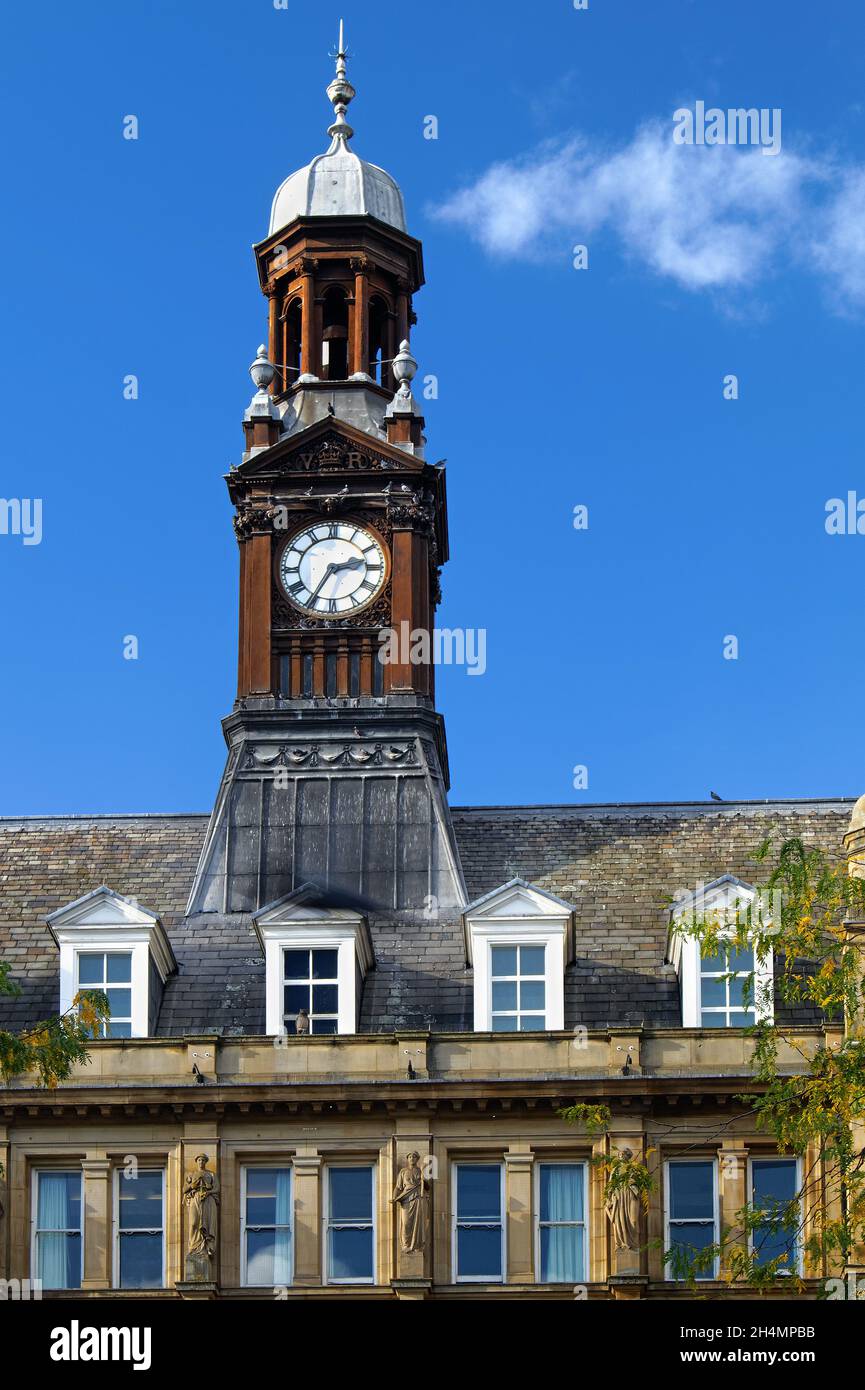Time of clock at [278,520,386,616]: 2:35
